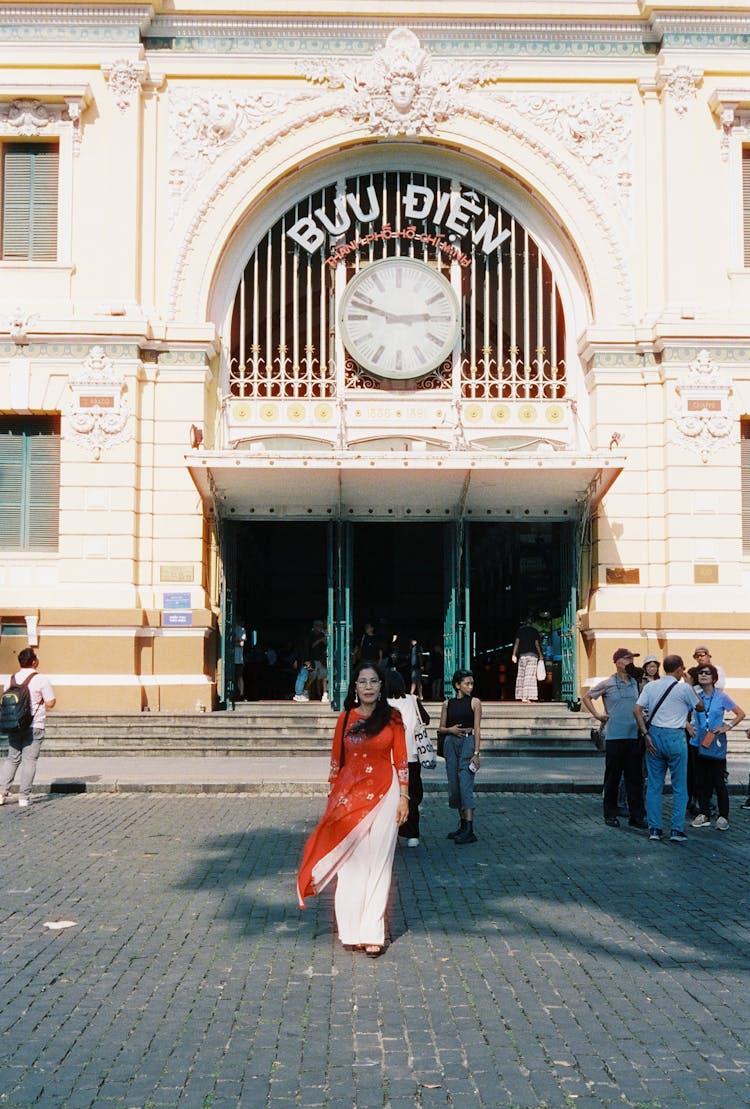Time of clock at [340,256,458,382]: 2:48
